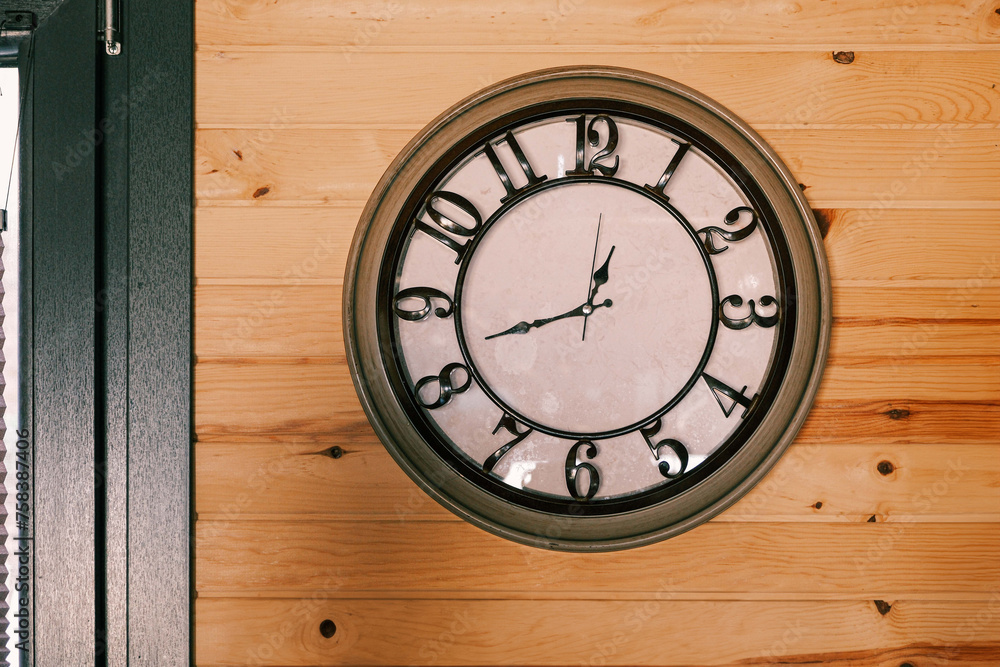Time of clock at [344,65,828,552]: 12:42
